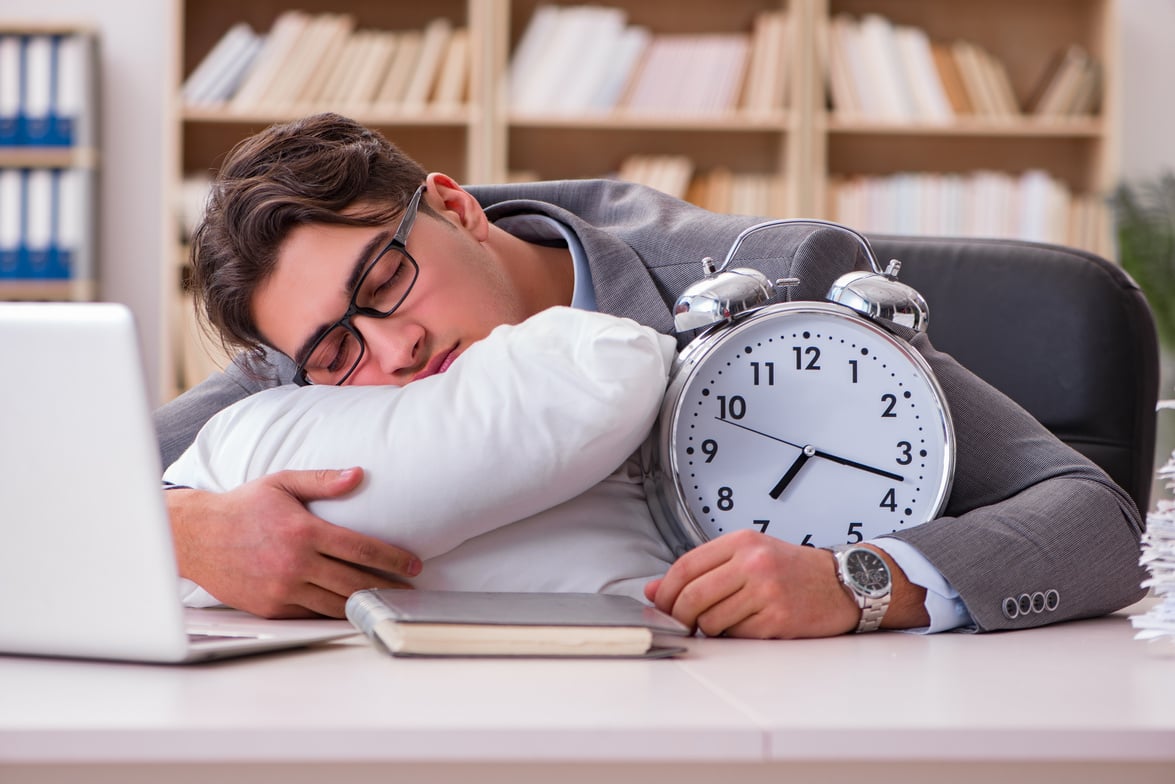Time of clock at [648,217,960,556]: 7:17
